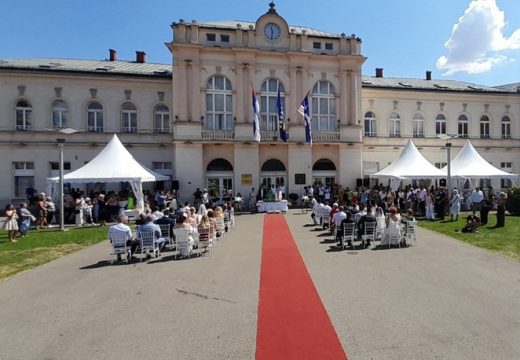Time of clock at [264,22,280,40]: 11:31
